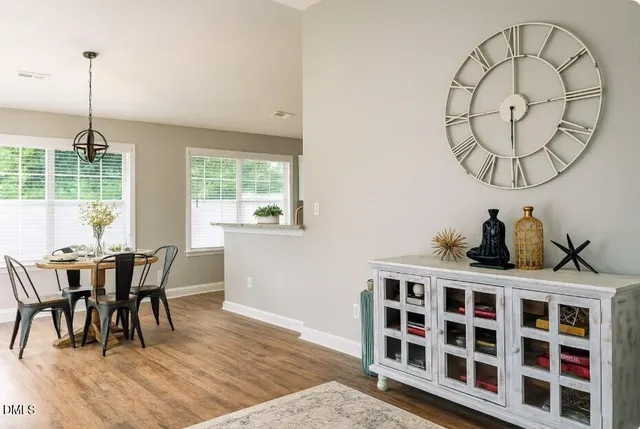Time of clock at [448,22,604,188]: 6:00
